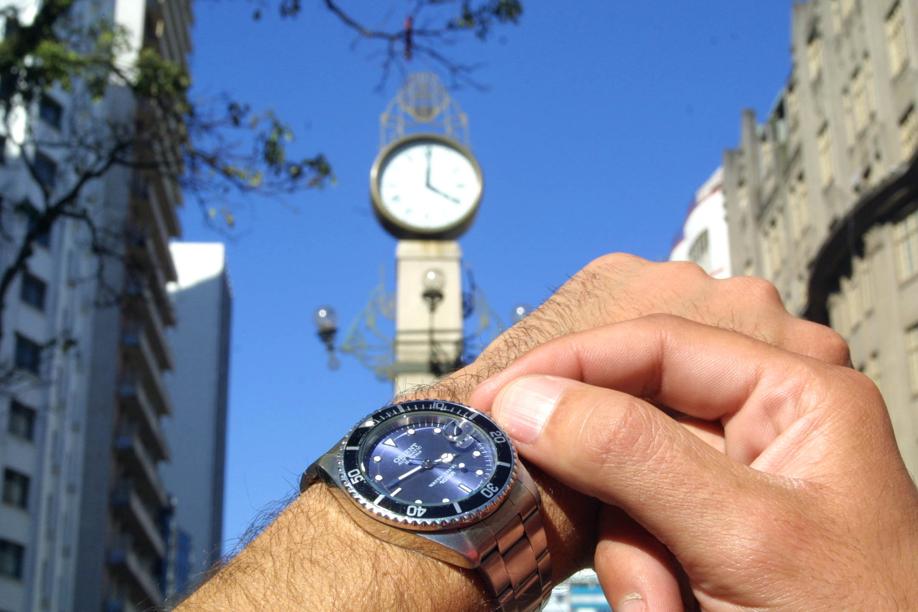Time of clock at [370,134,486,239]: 4:00
